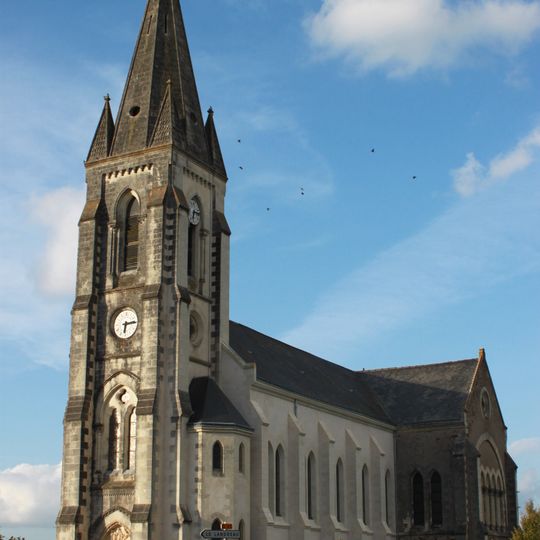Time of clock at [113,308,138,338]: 6:14
